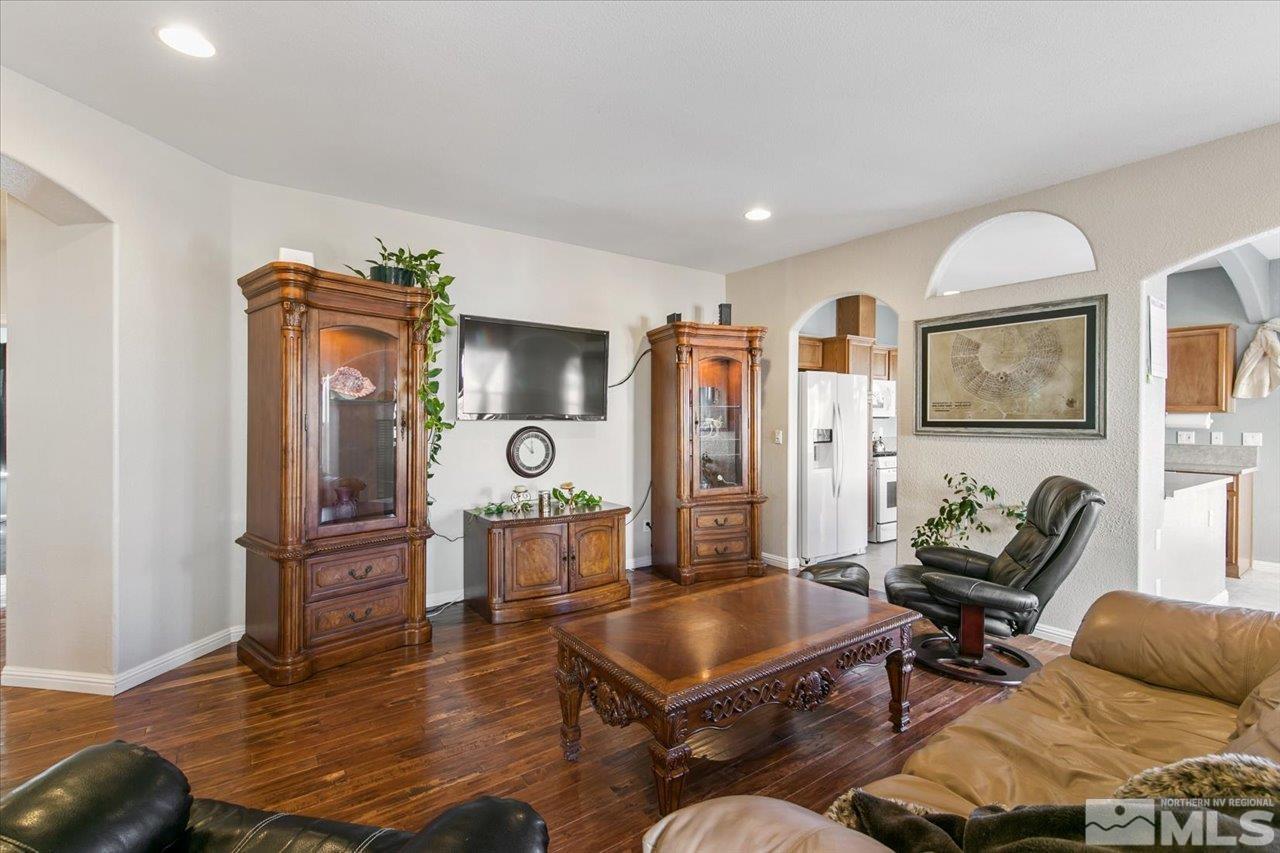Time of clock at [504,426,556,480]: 11:52
